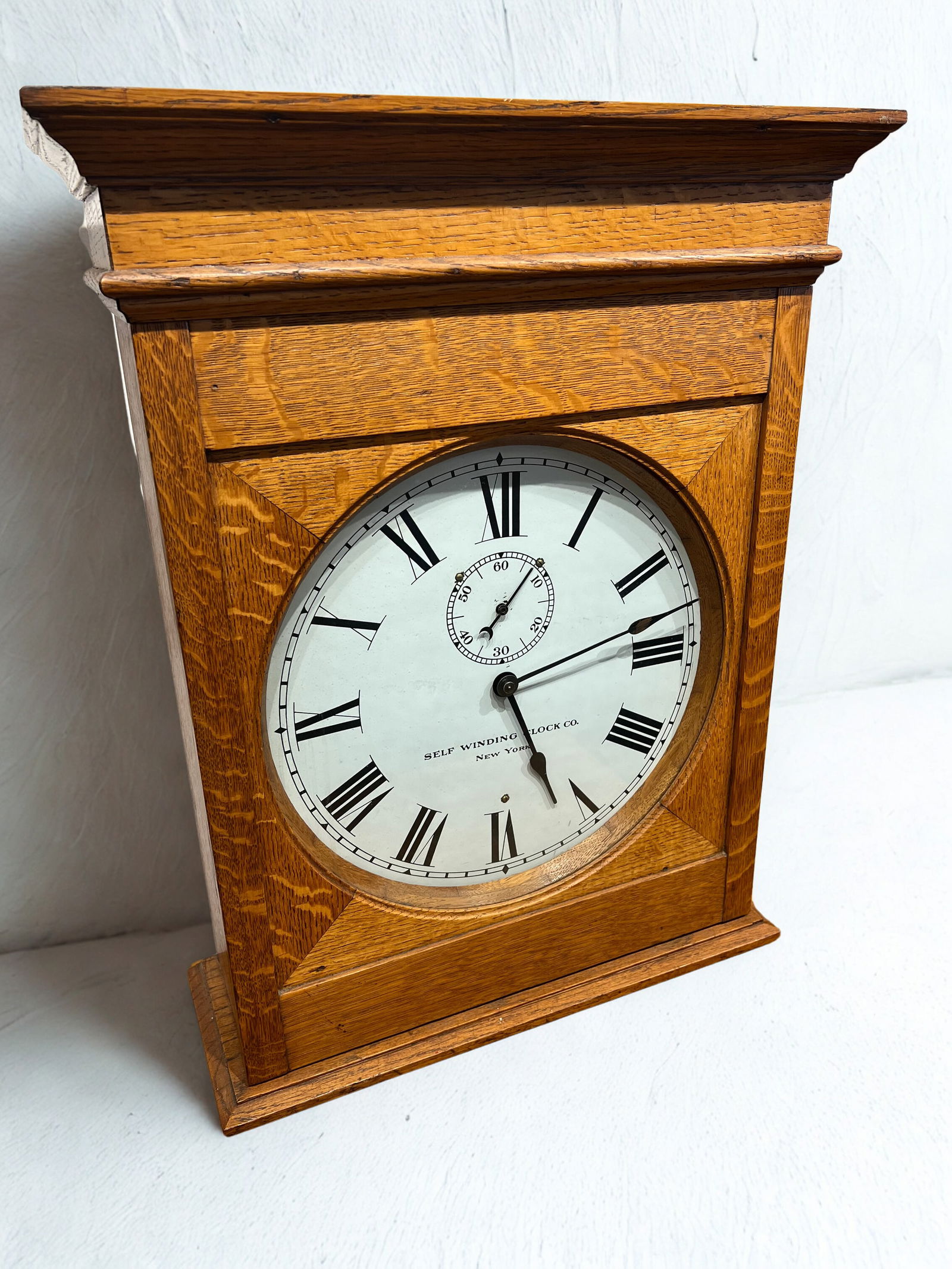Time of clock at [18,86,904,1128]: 12:25
